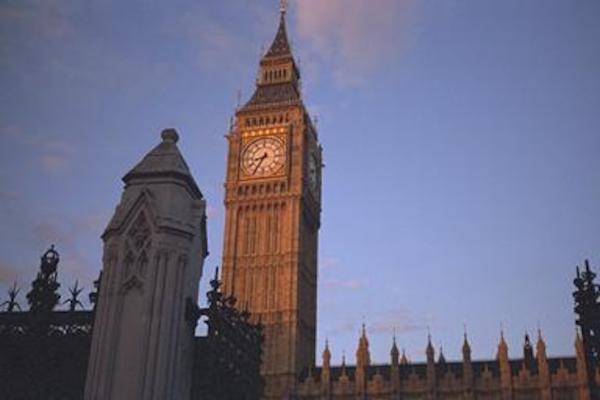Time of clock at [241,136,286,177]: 8:35
